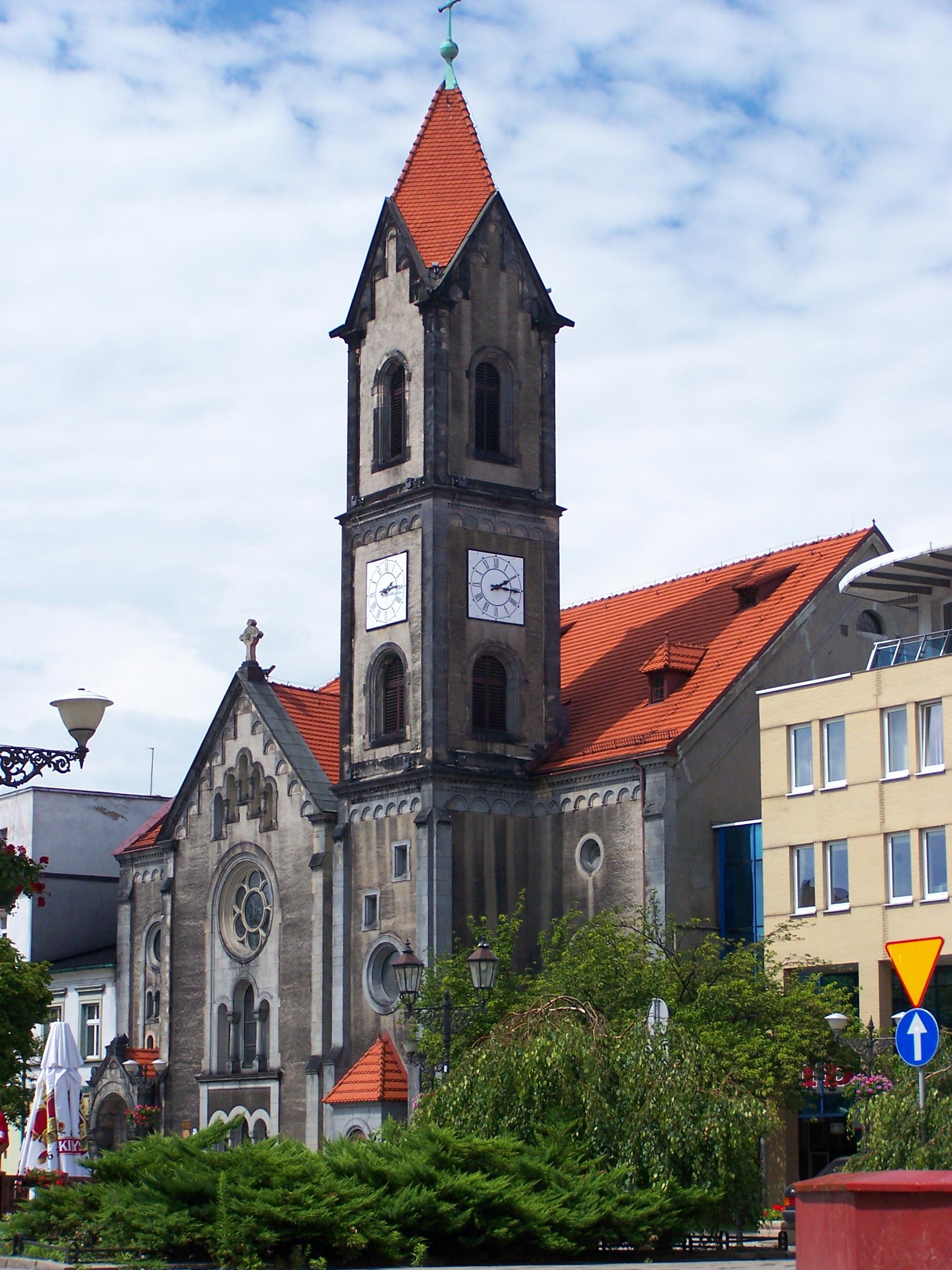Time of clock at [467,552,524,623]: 2:15
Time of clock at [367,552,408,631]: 2:14
